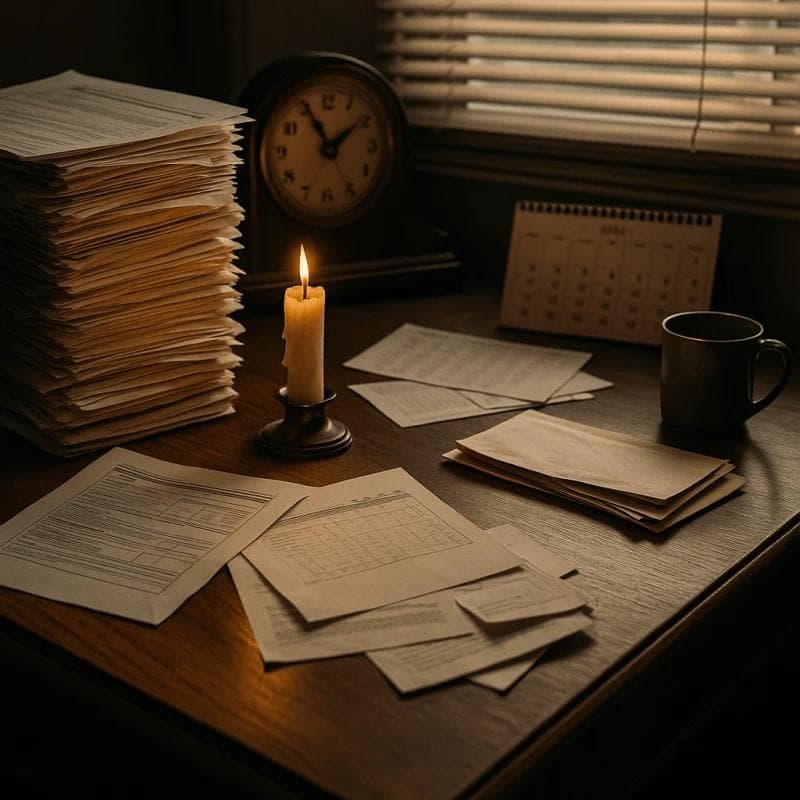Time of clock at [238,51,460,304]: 1:56
